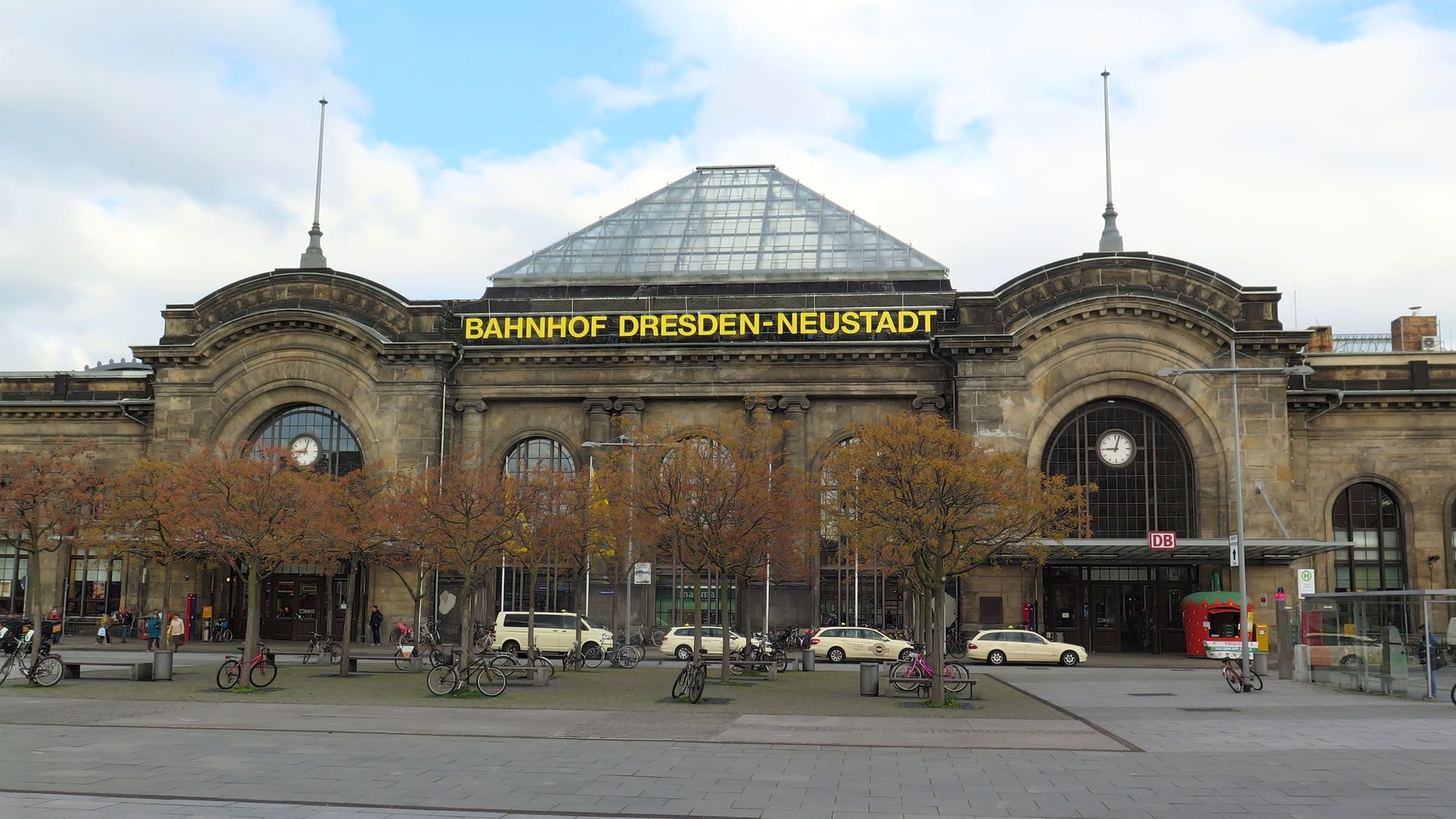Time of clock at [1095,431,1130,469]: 9:02
